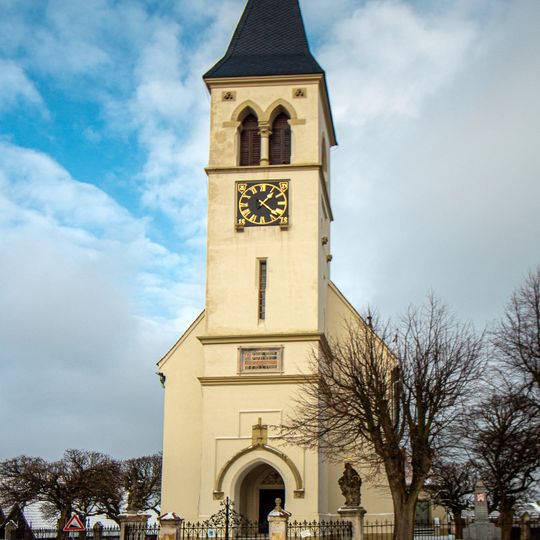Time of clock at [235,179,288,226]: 1:21
